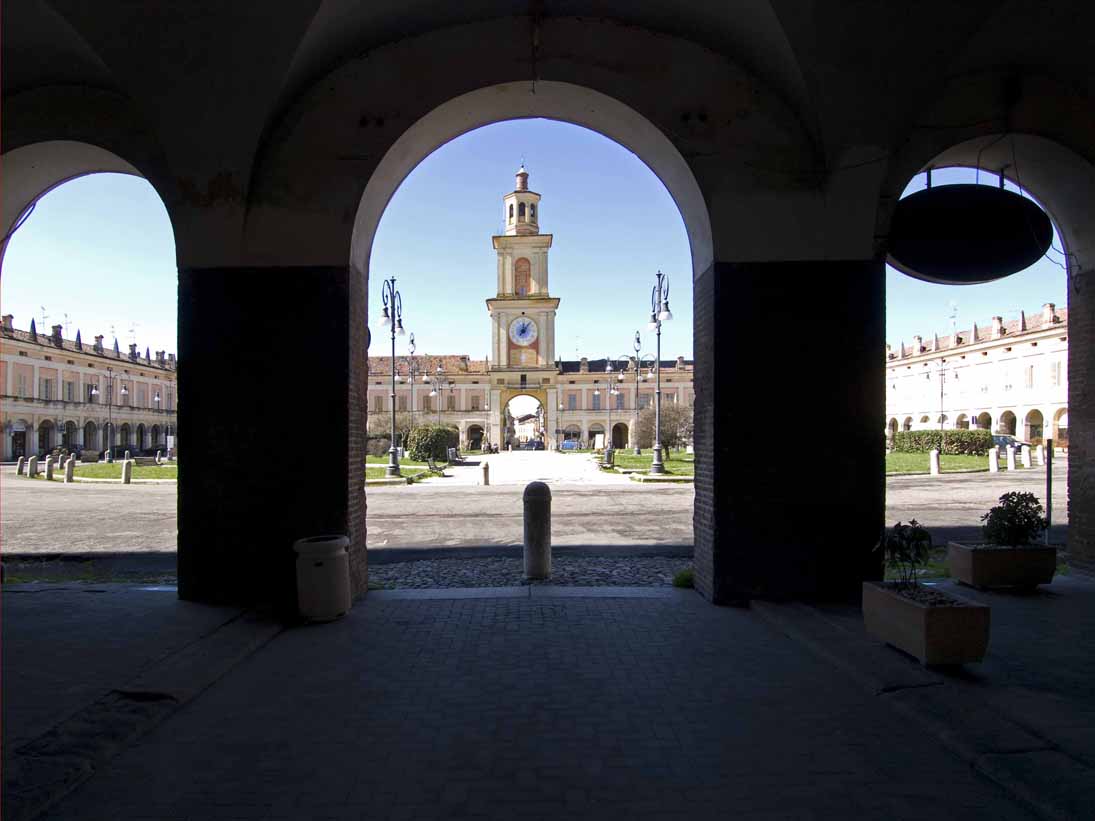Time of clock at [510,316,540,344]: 12:06
